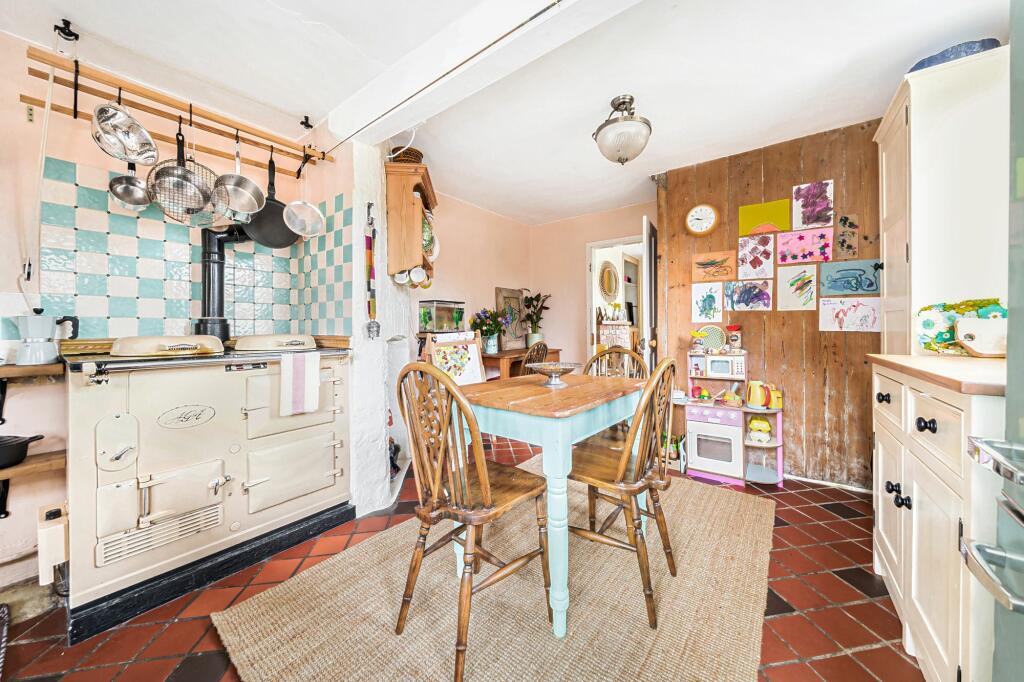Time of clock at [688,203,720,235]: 9:47
